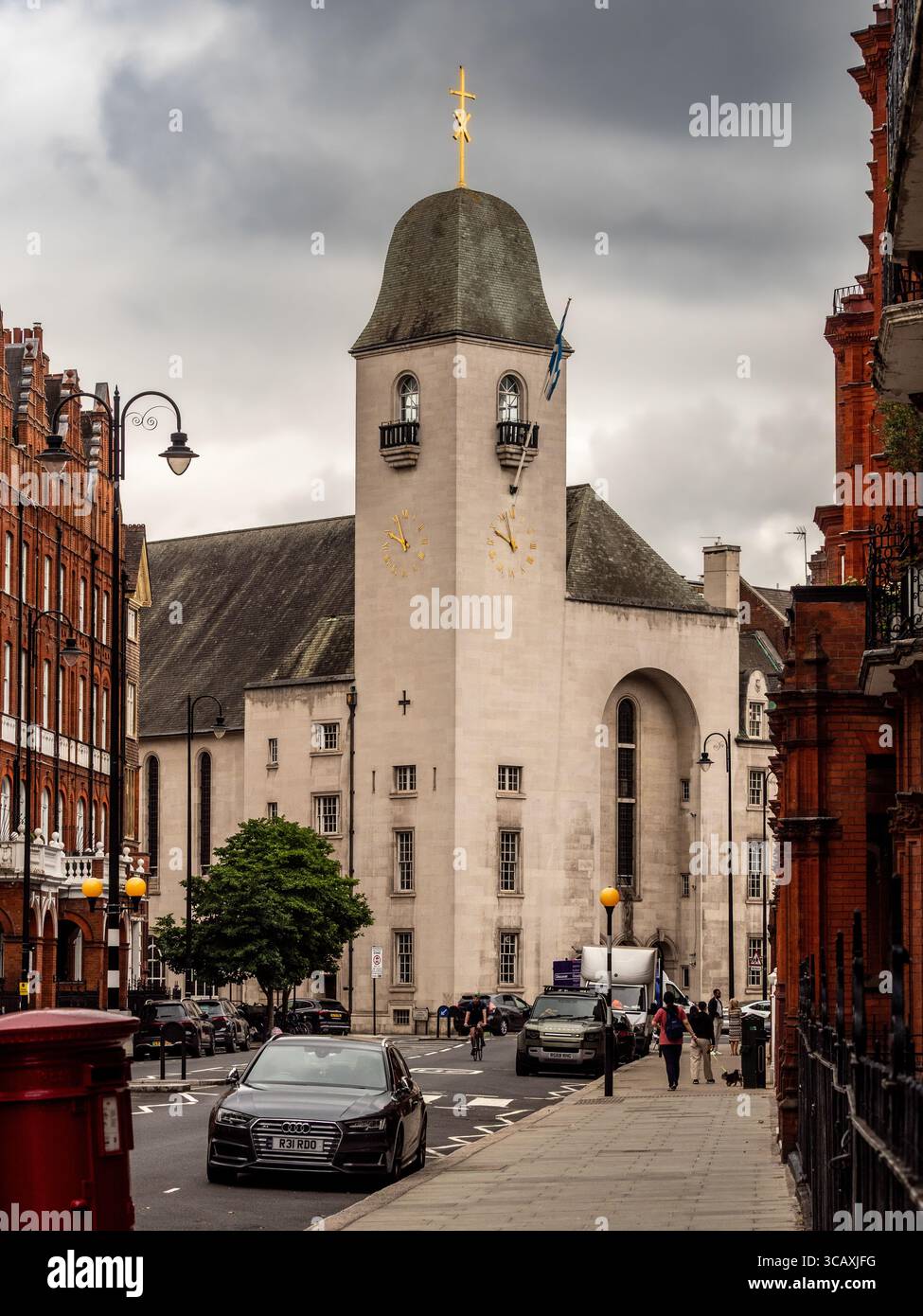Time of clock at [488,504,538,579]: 9:57
